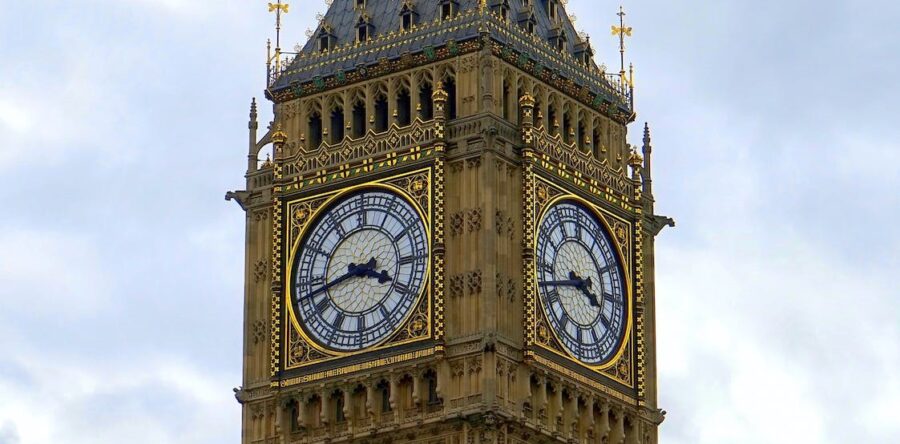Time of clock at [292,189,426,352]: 3:42
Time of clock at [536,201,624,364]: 3:42
